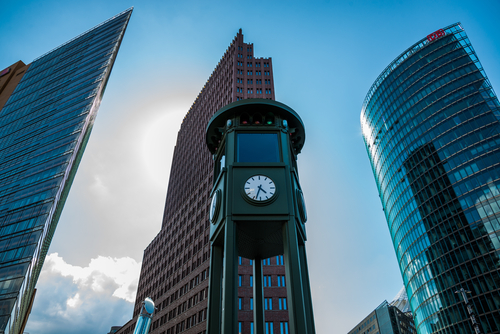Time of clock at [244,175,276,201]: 4:33
